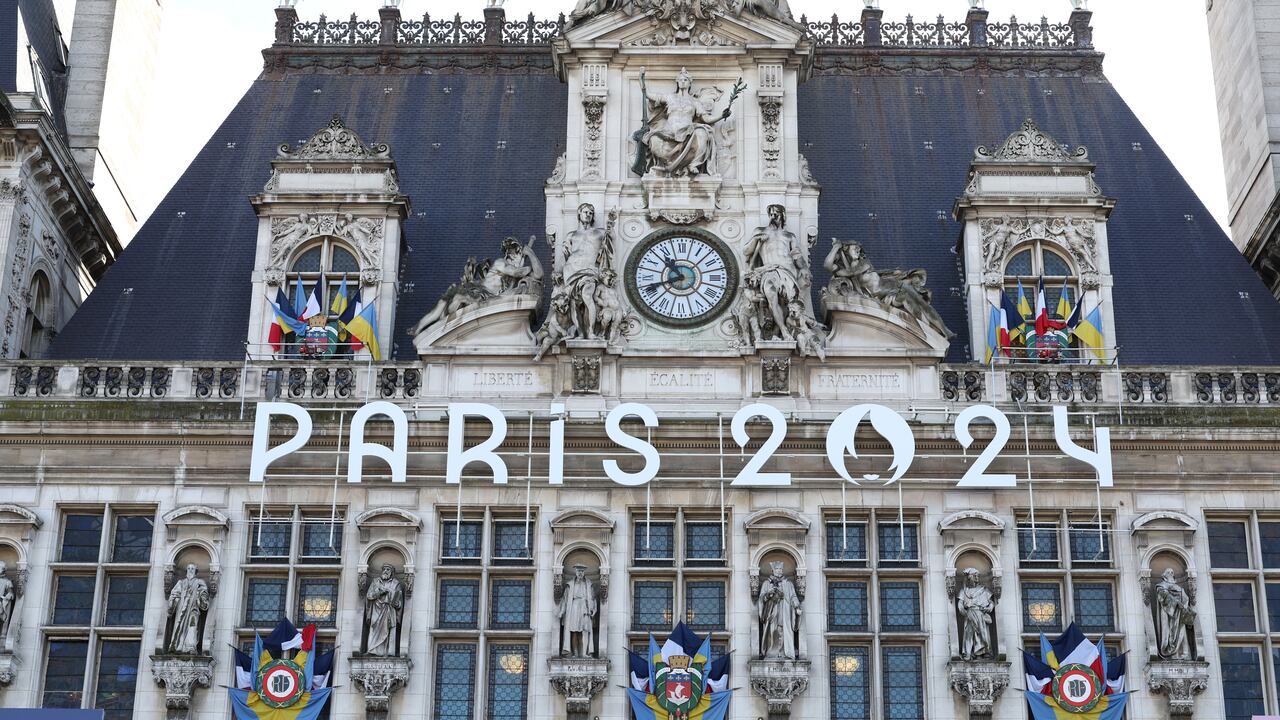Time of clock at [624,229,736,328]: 10:41
